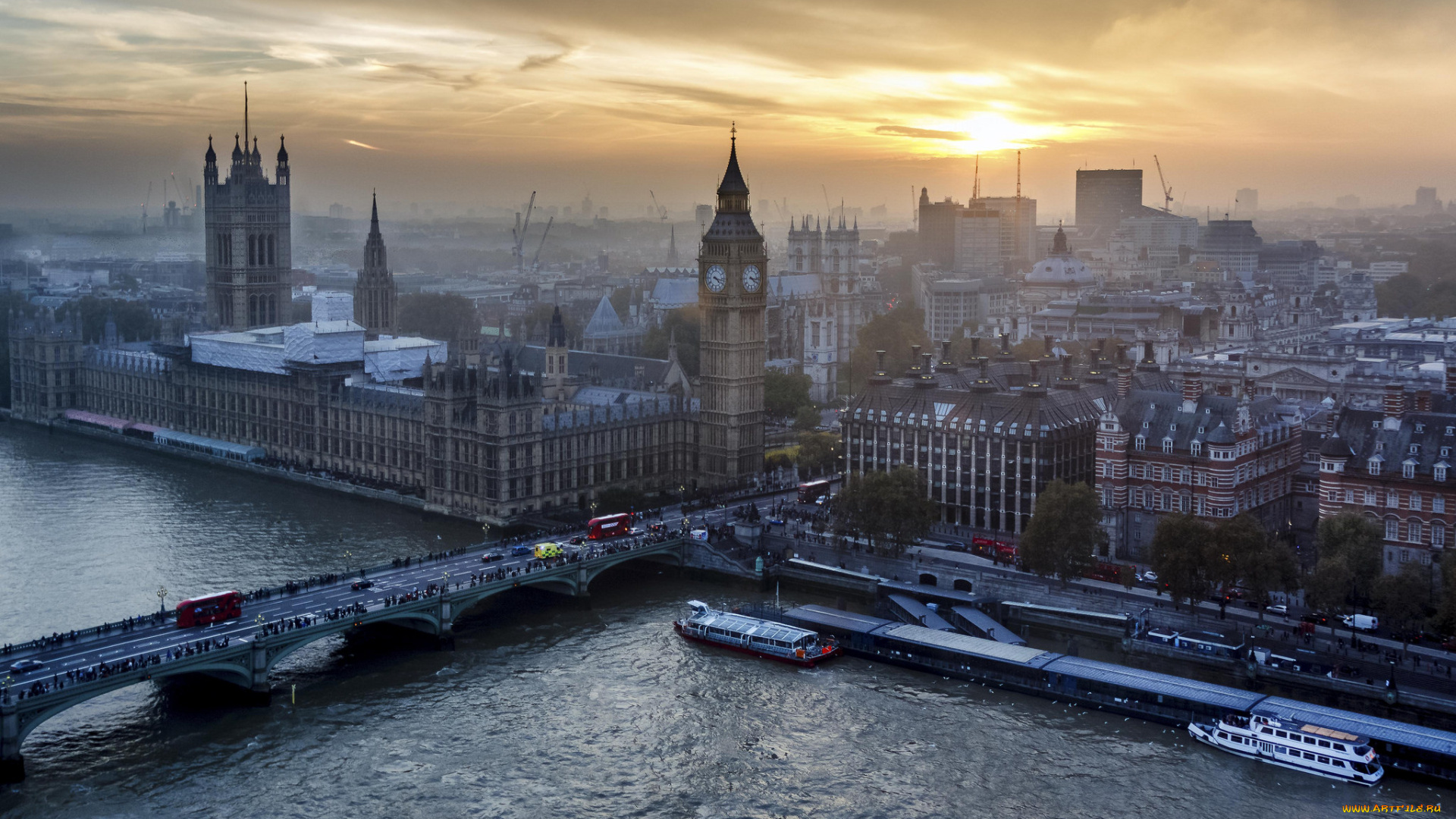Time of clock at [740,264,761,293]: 4:16
